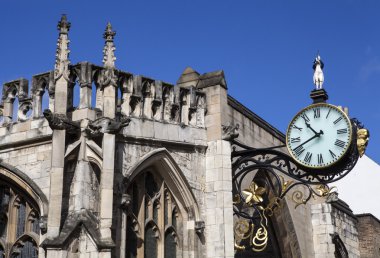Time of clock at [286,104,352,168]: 10:41
